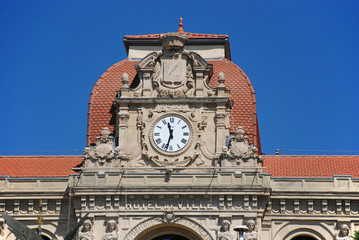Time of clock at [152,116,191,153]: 11:32
